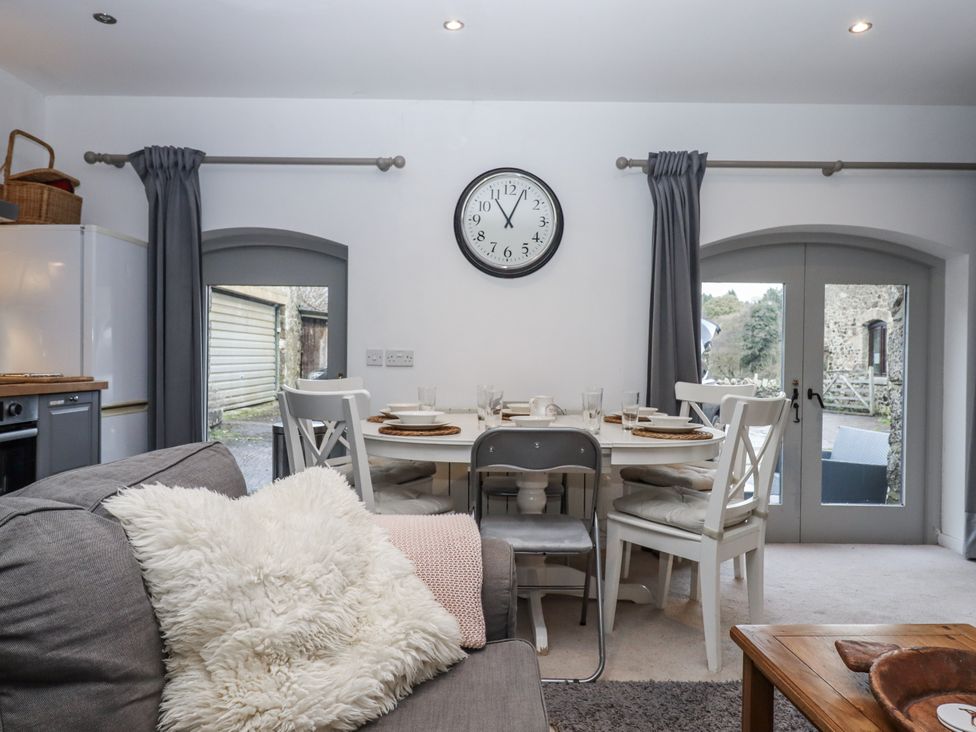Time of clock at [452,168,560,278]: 11:04
